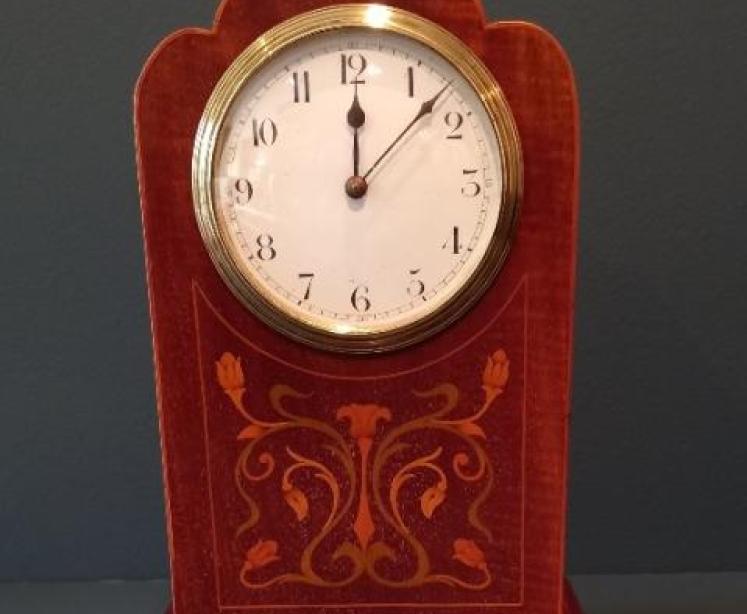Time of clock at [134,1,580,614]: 12:07
